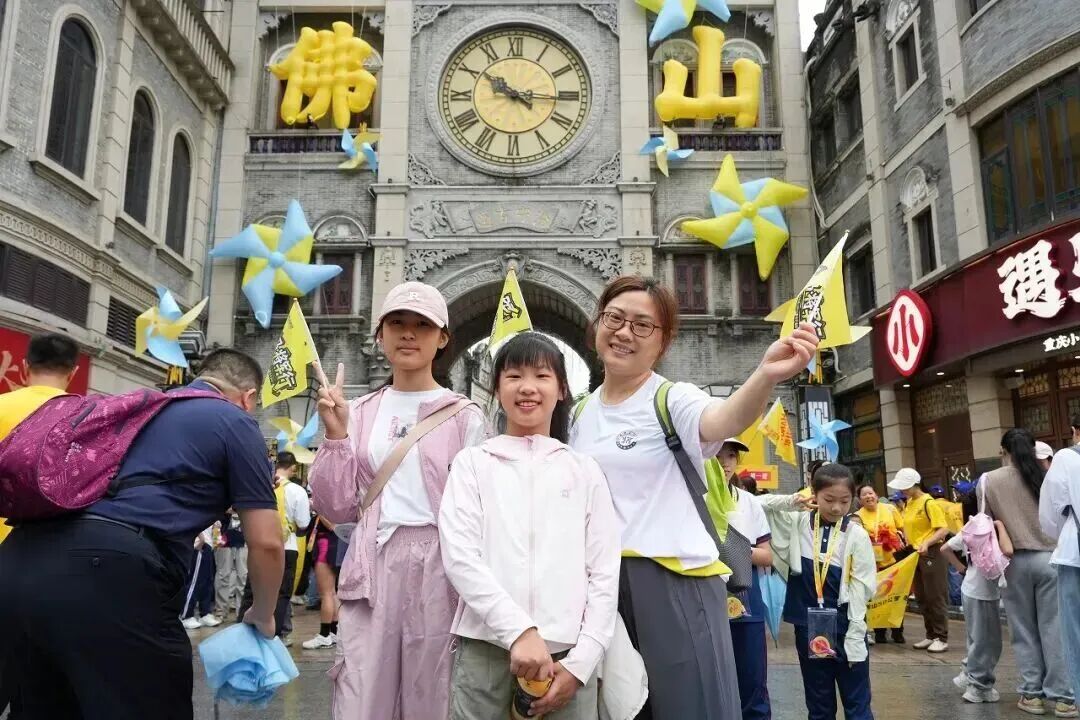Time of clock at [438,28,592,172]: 10:15
